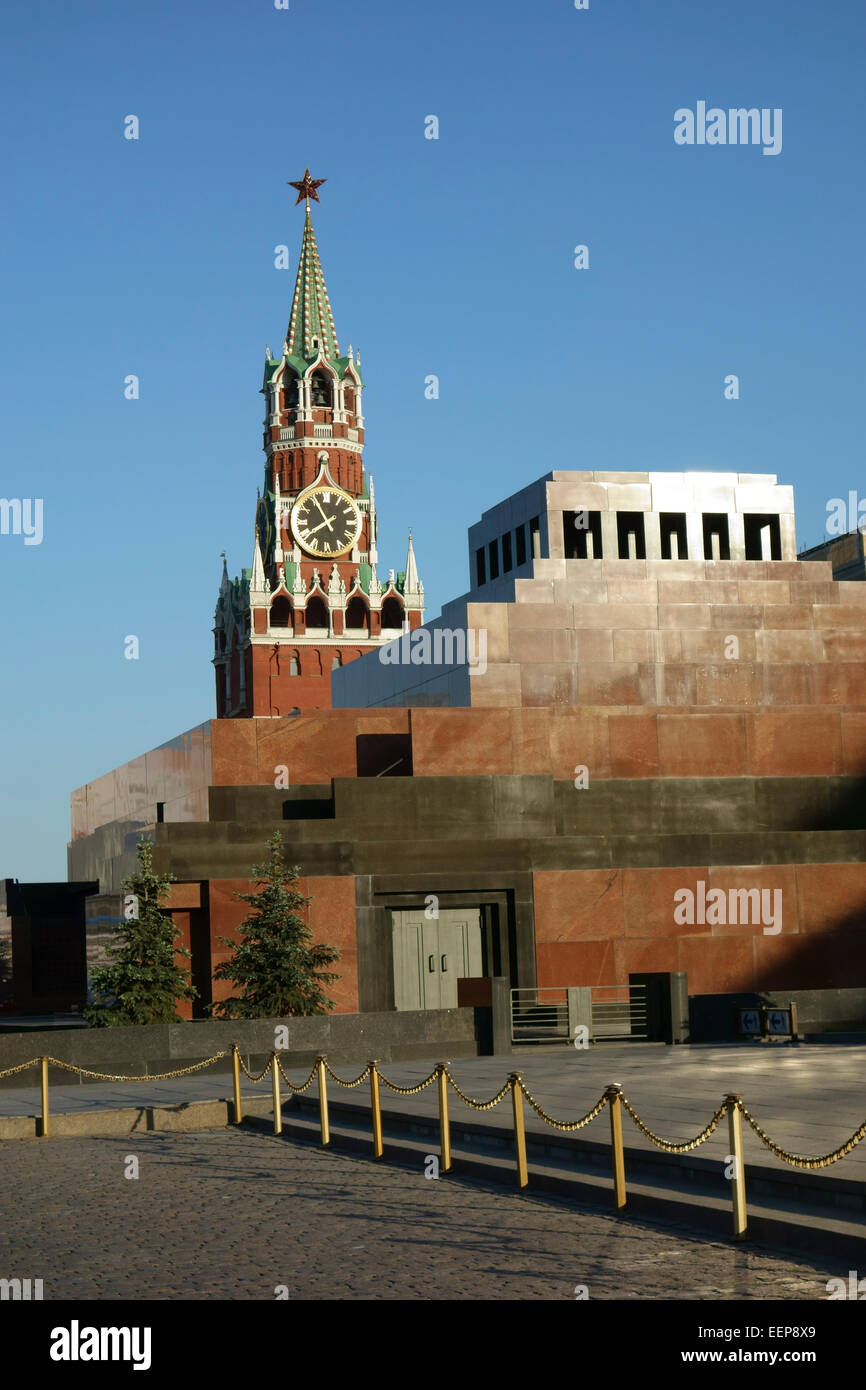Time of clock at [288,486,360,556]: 7:55
